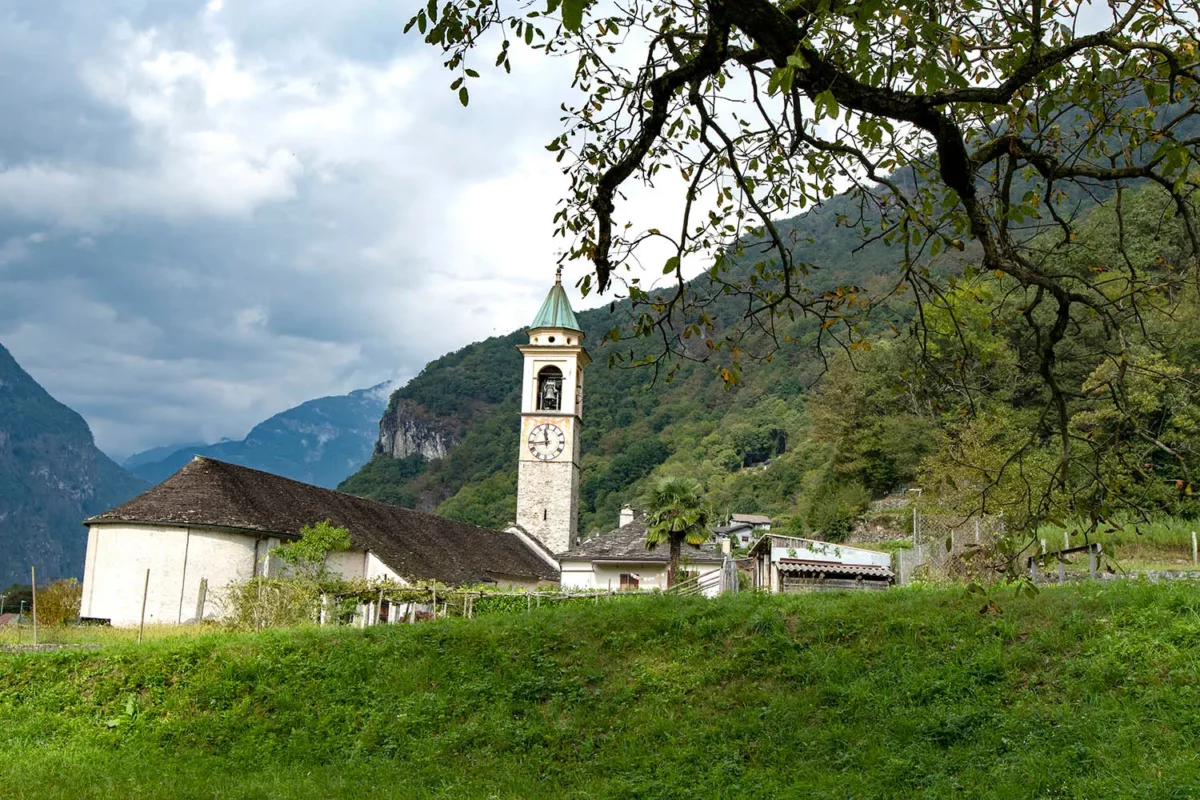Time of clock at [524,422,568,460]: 11:43
